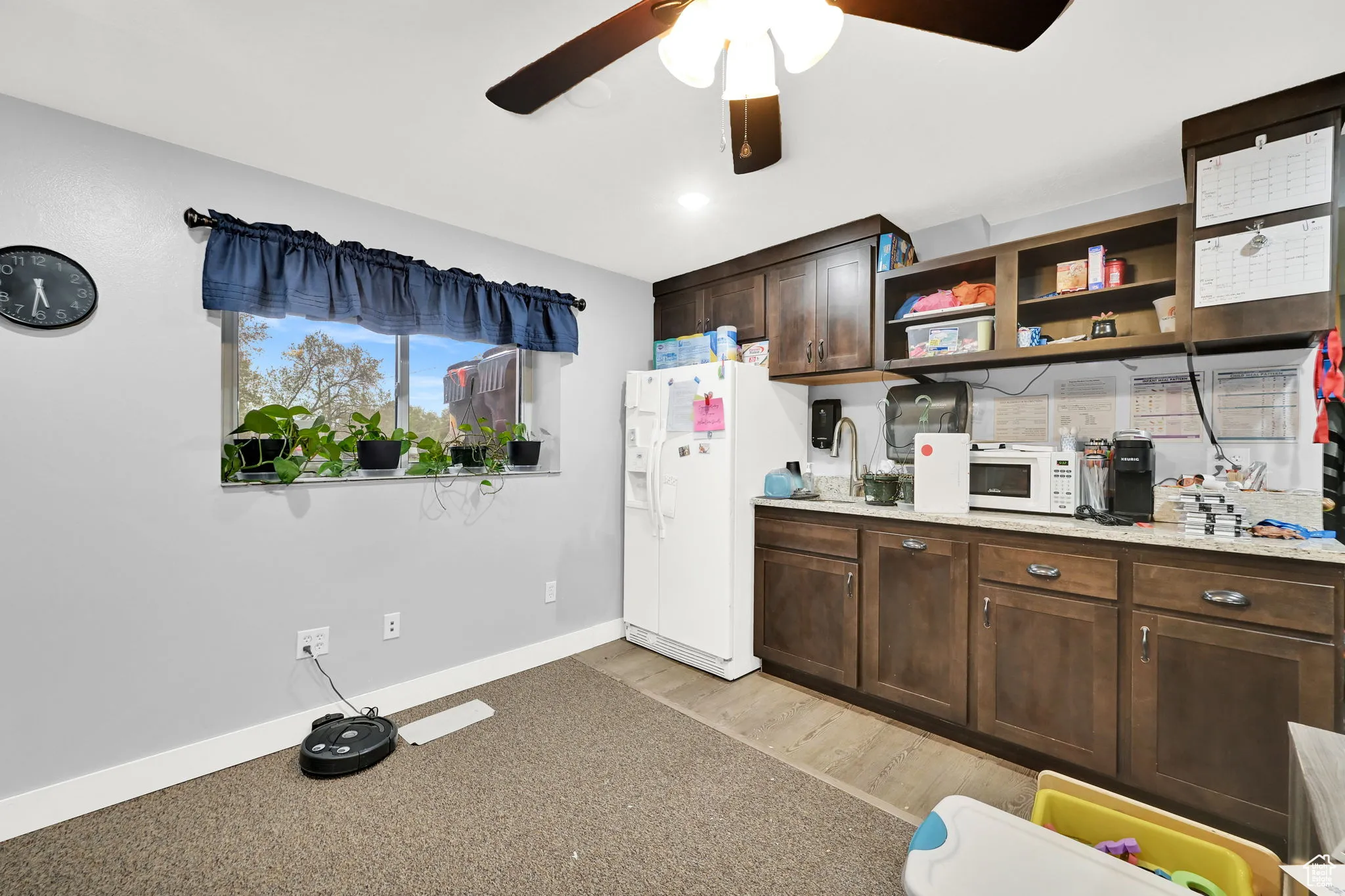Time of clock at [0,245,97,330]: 5:31
